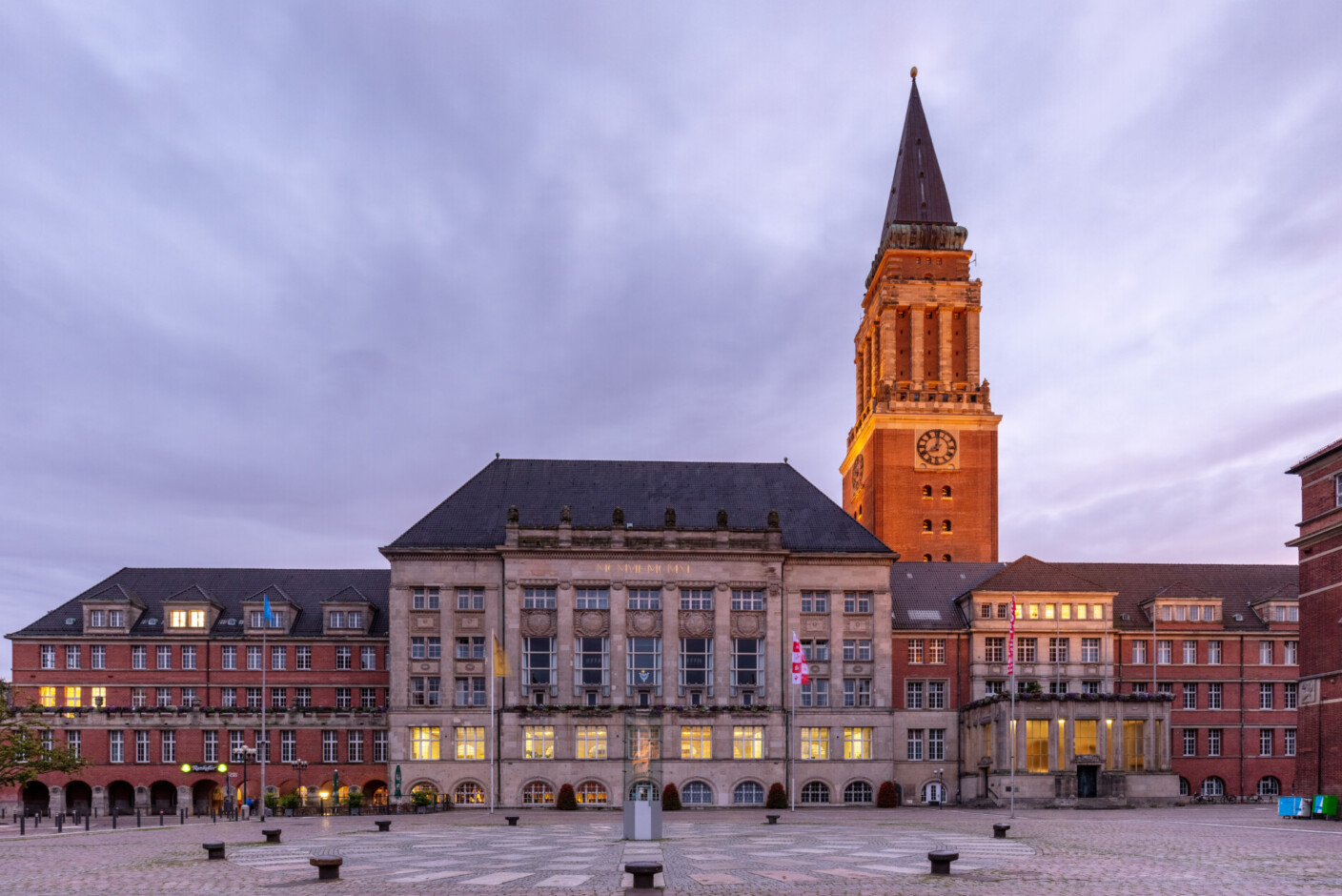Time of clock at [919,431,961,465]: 8:01
